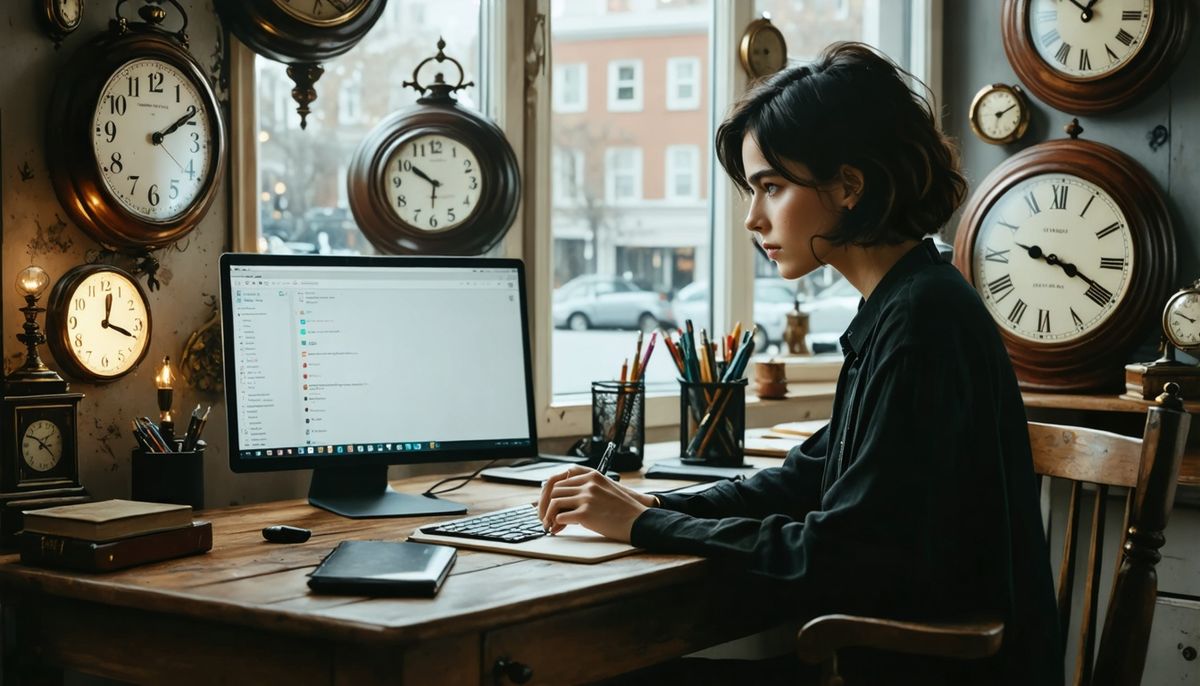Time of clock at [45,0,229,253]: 2:09
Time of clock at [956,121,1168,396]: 3:18
